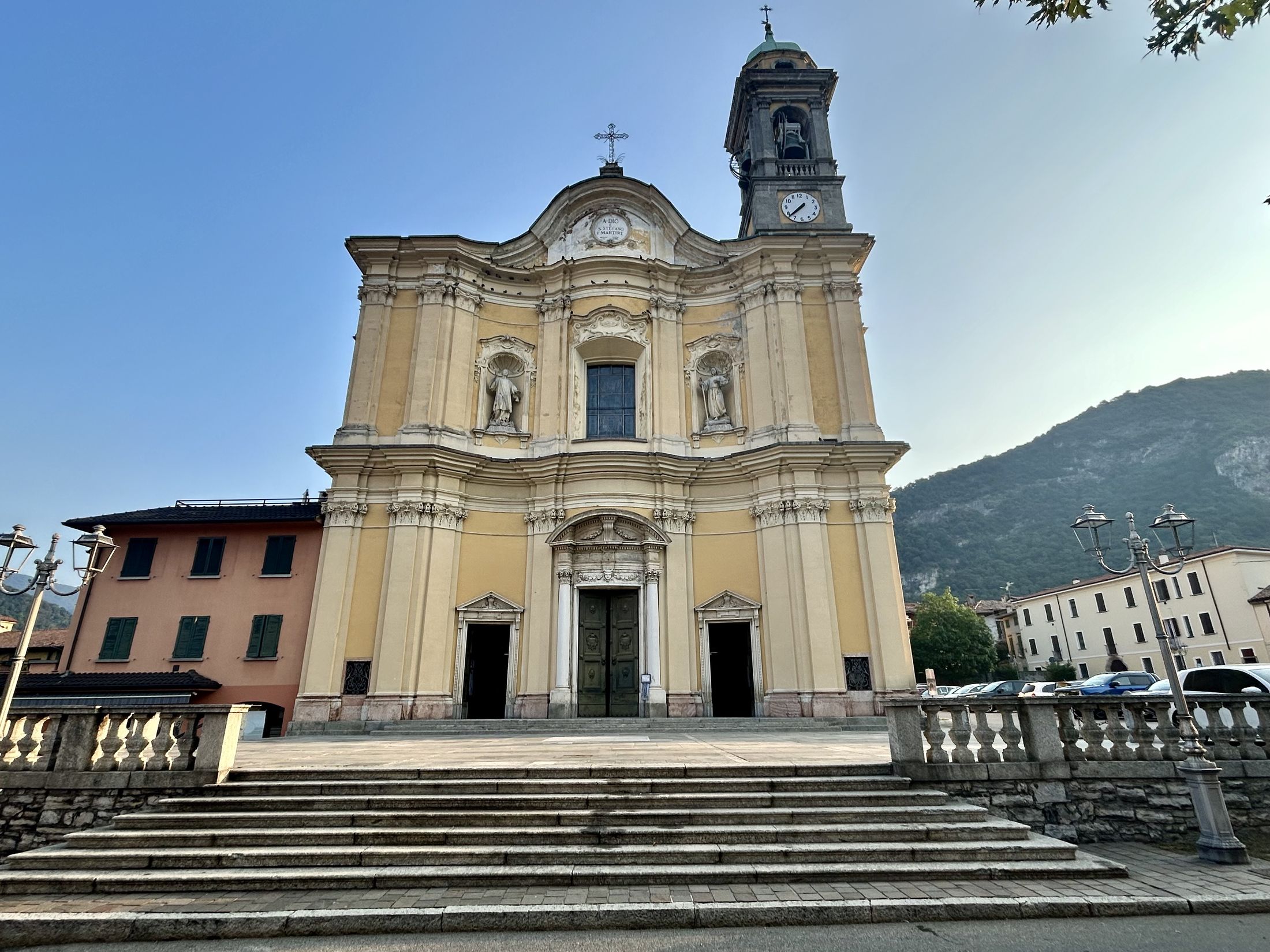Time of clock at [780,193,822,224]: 7:37
